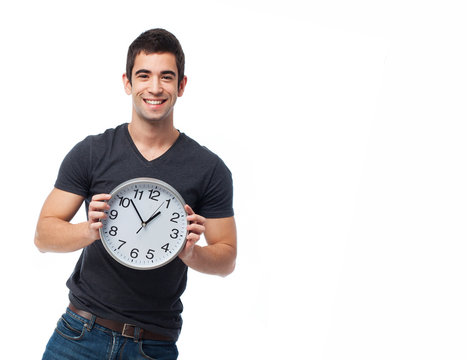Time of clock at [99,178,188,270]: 12:52
